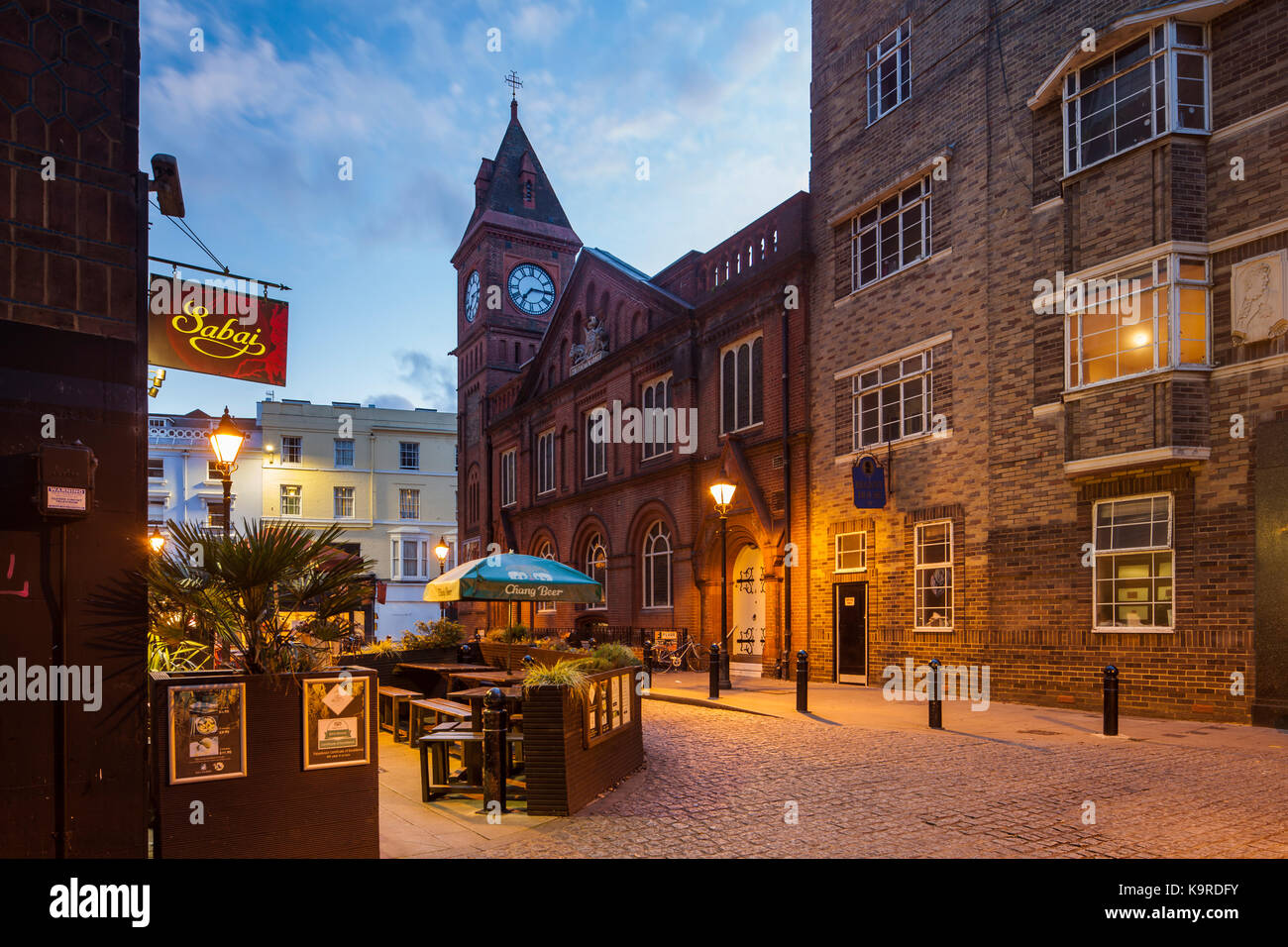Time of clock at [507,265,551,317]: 7:15
